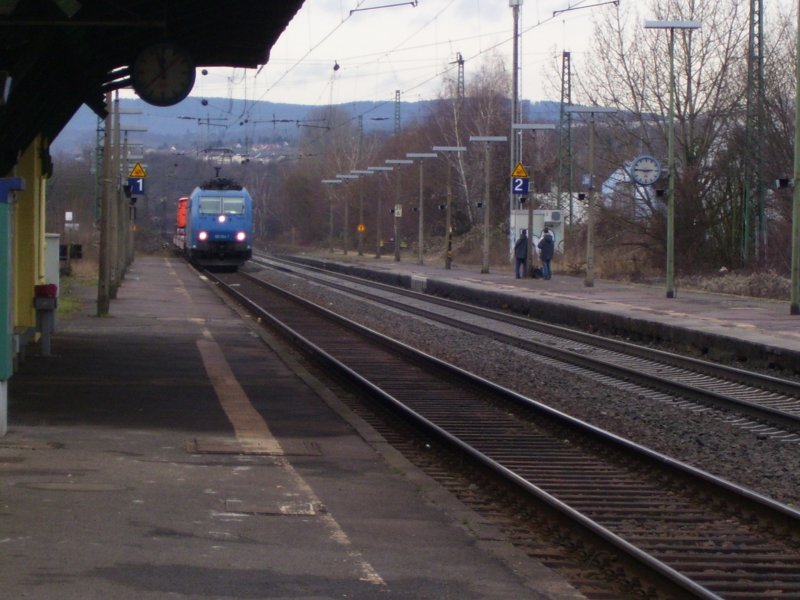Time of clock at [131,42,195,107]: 11:37
